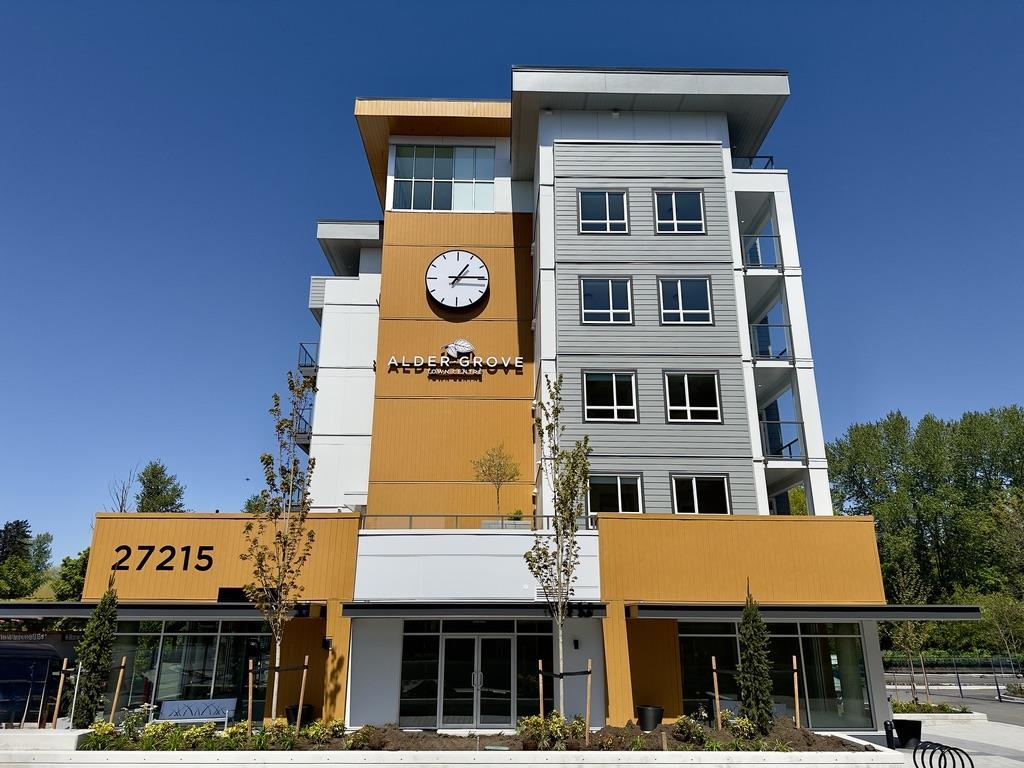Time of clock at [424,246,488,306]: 1:14
